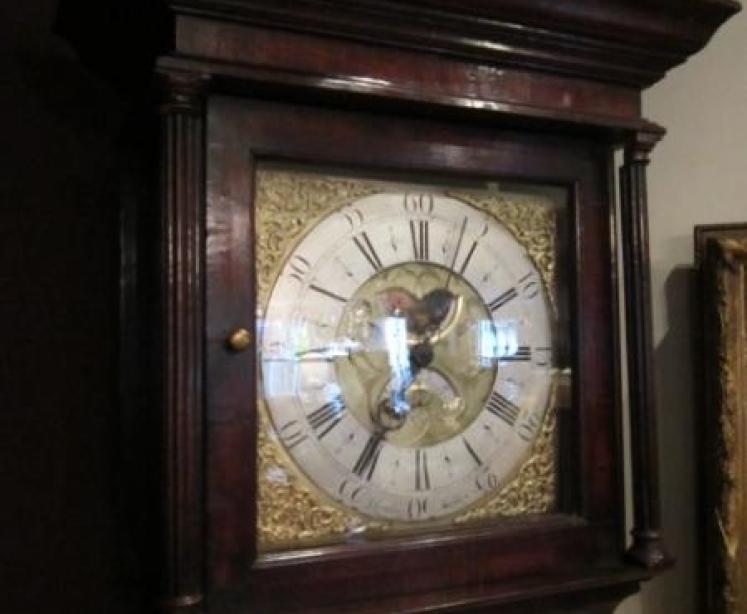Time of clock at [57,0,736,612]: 12:34
